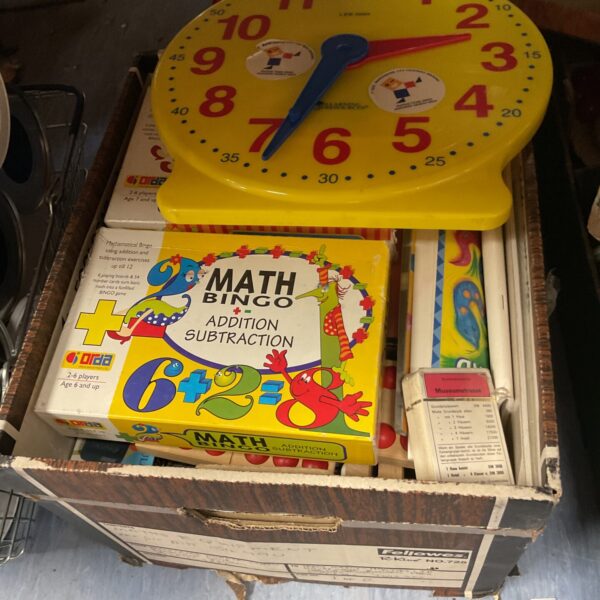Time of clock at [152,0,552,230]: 6:33
